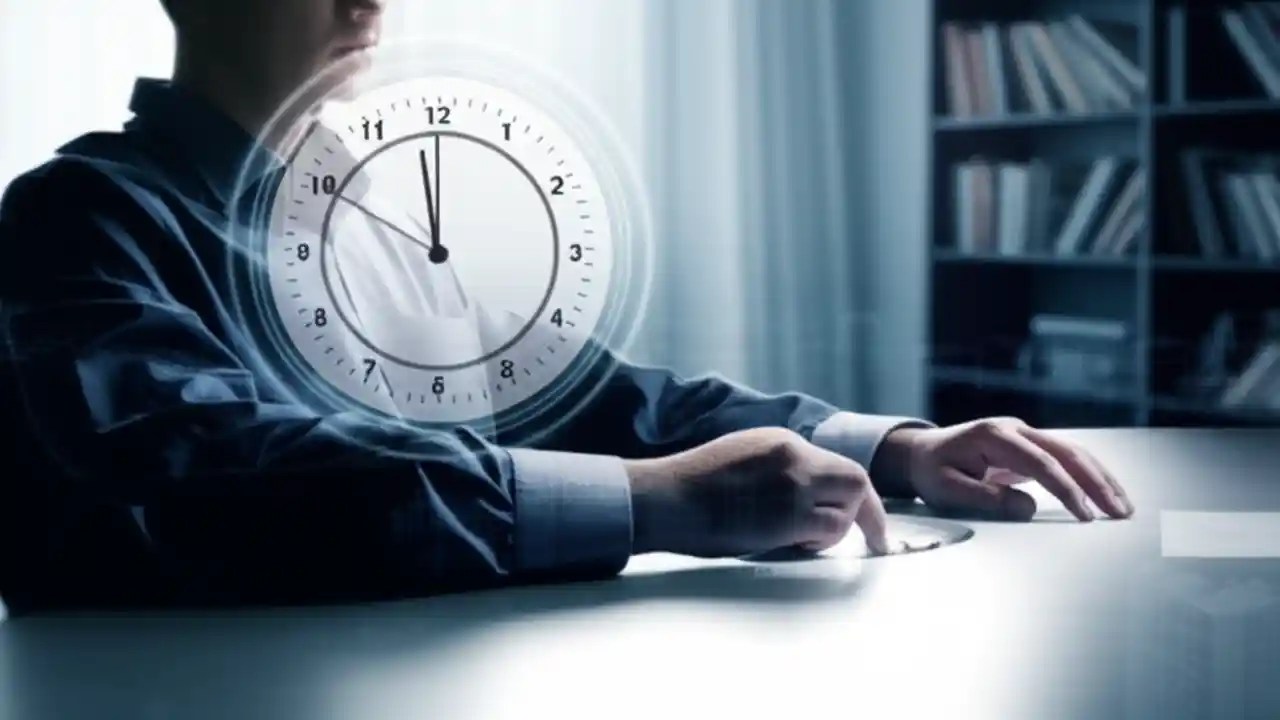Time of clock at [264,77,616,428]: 11:49
